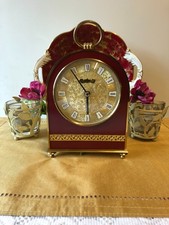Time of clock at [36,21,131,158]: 5:54
